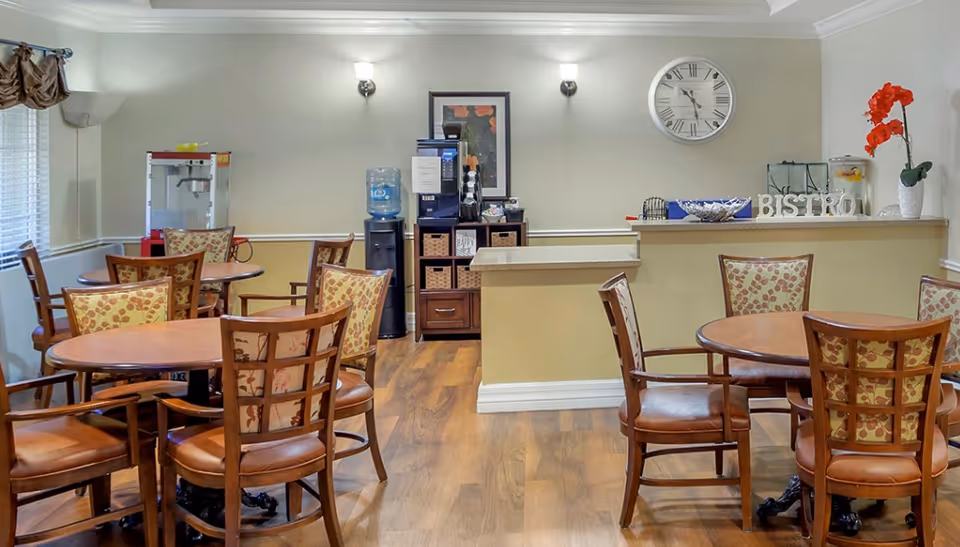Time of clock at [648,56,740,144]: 10:28
